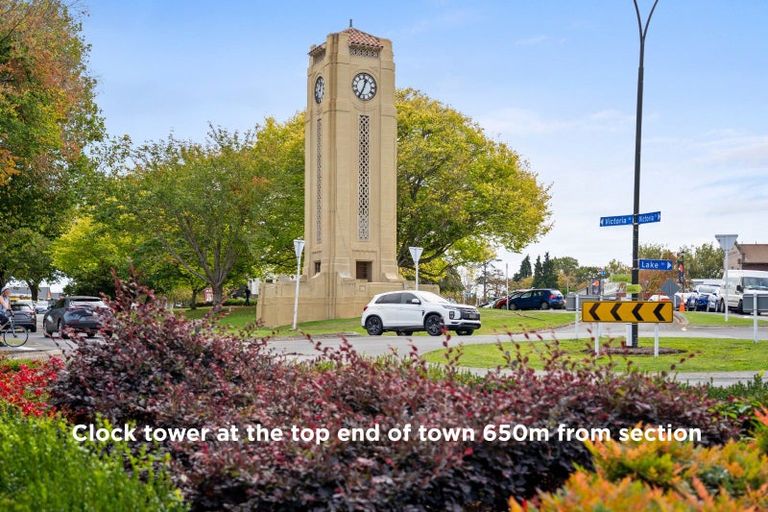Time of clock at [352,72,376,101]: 12:34
